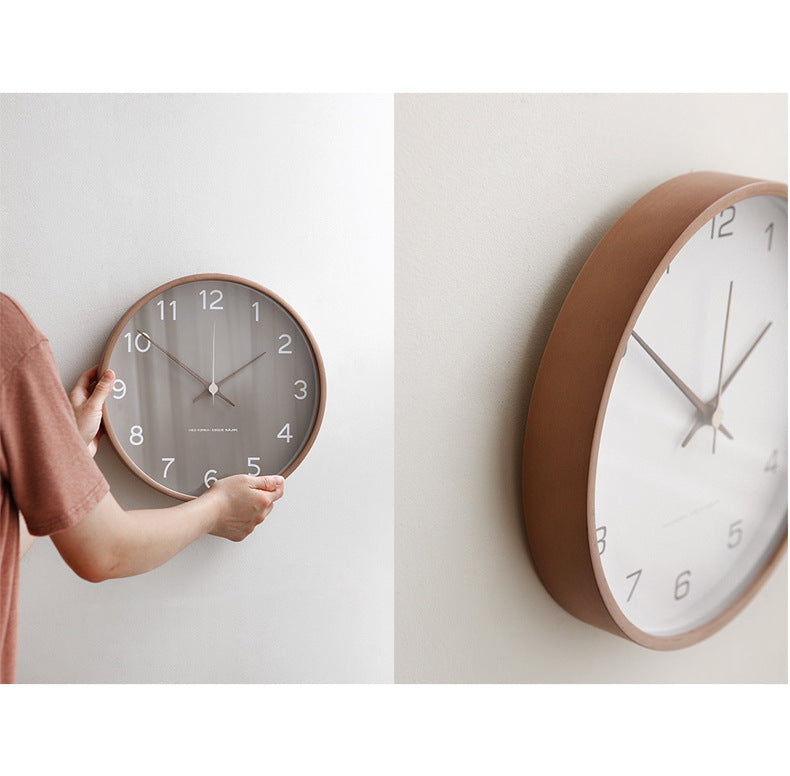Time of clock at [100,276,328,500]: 1:50
